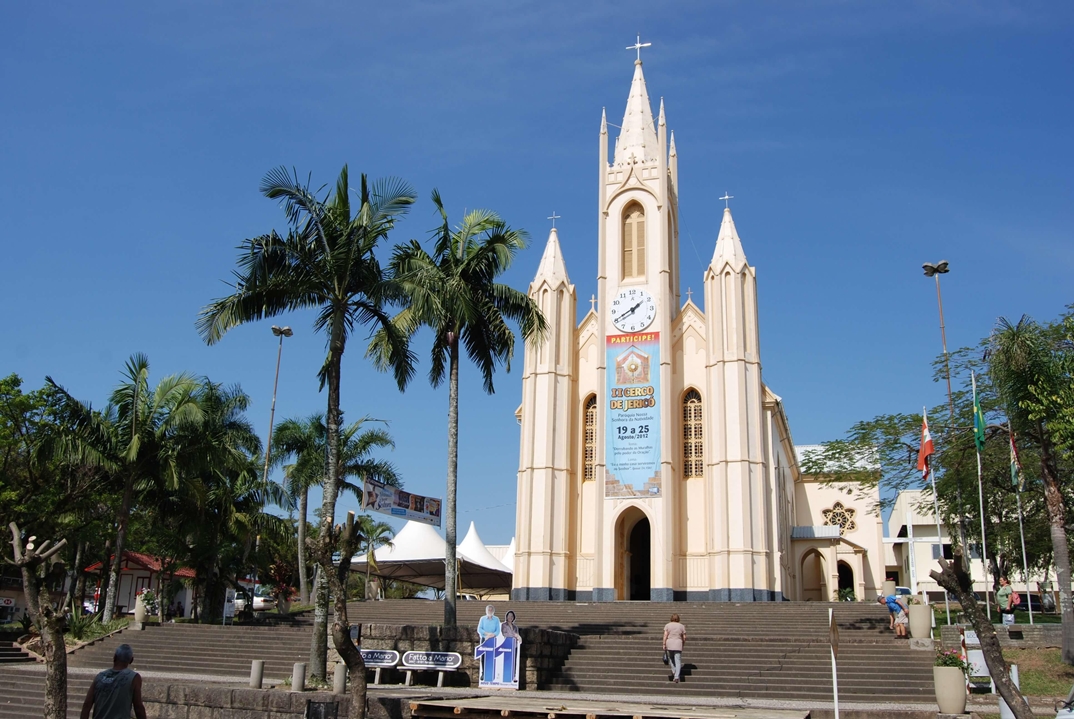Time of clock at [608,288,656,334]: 1:40
